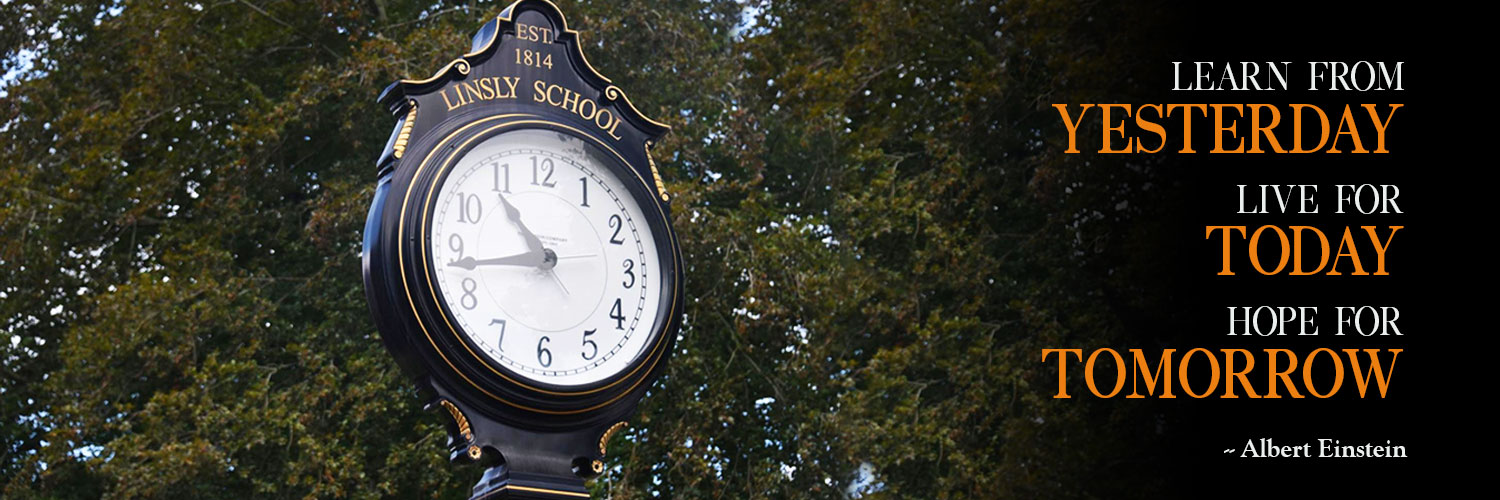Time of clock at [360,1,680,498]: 10:43
